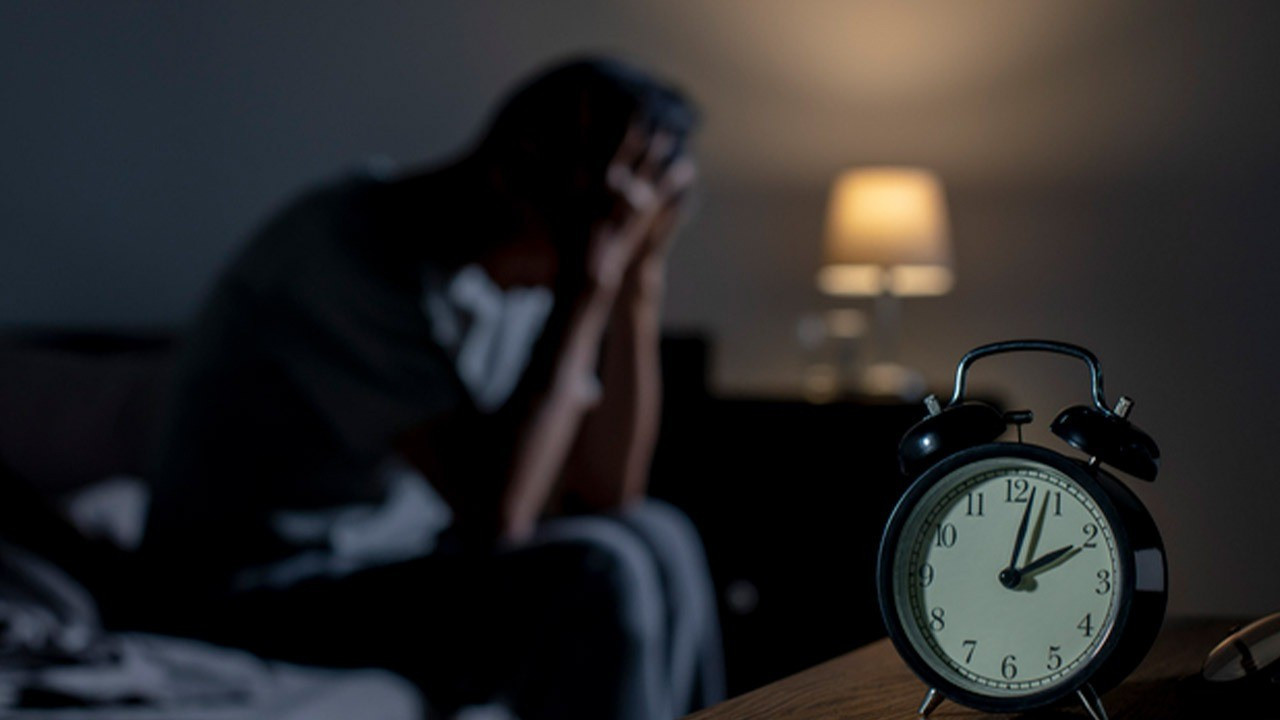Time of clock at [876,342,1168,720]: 2:02
